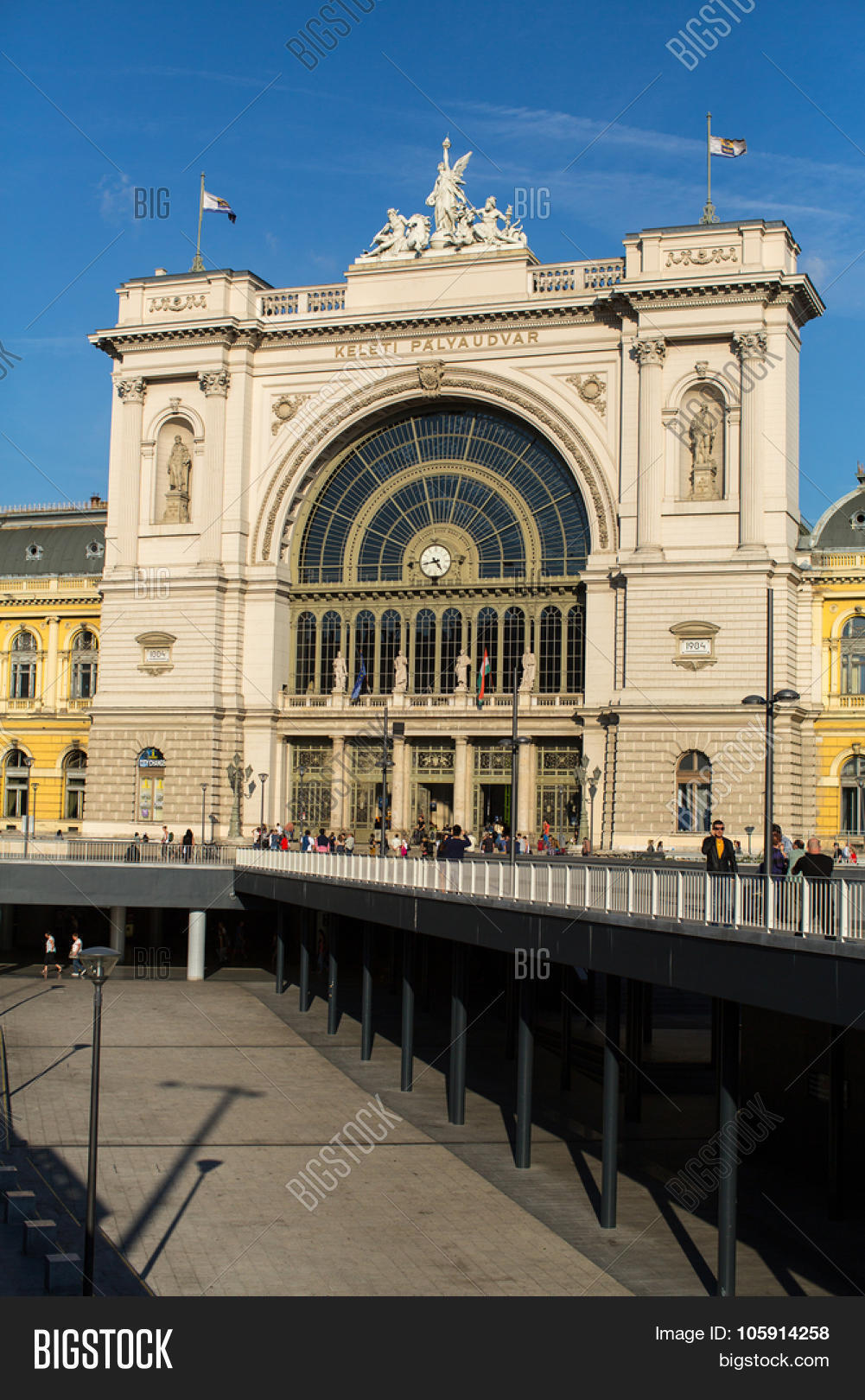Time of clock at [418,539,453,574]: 4:42
